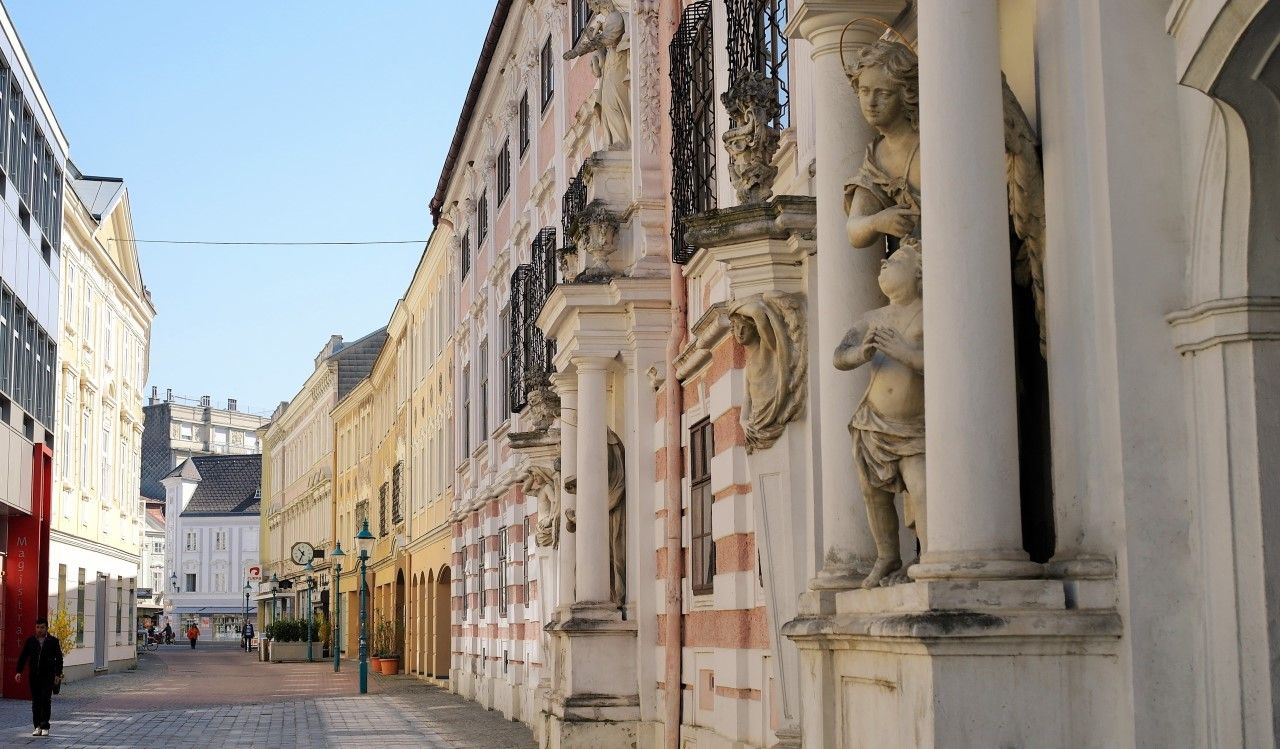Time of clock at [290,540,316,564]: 10:34
